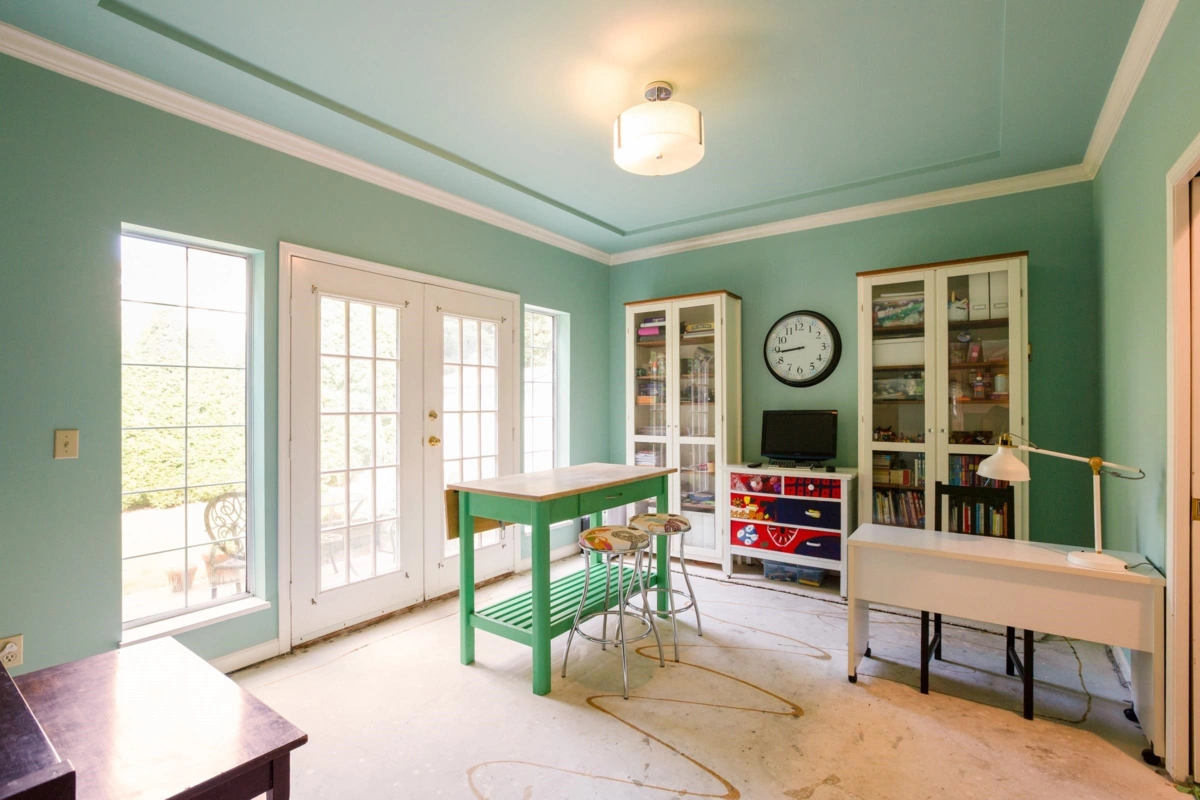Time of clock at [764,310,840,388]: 8:44
